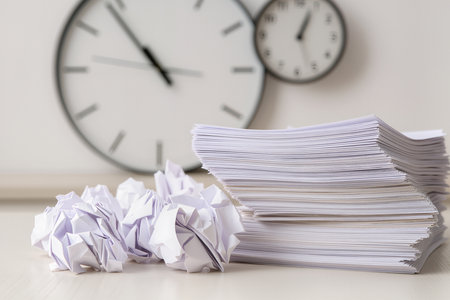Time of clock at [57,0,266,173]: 10:53
